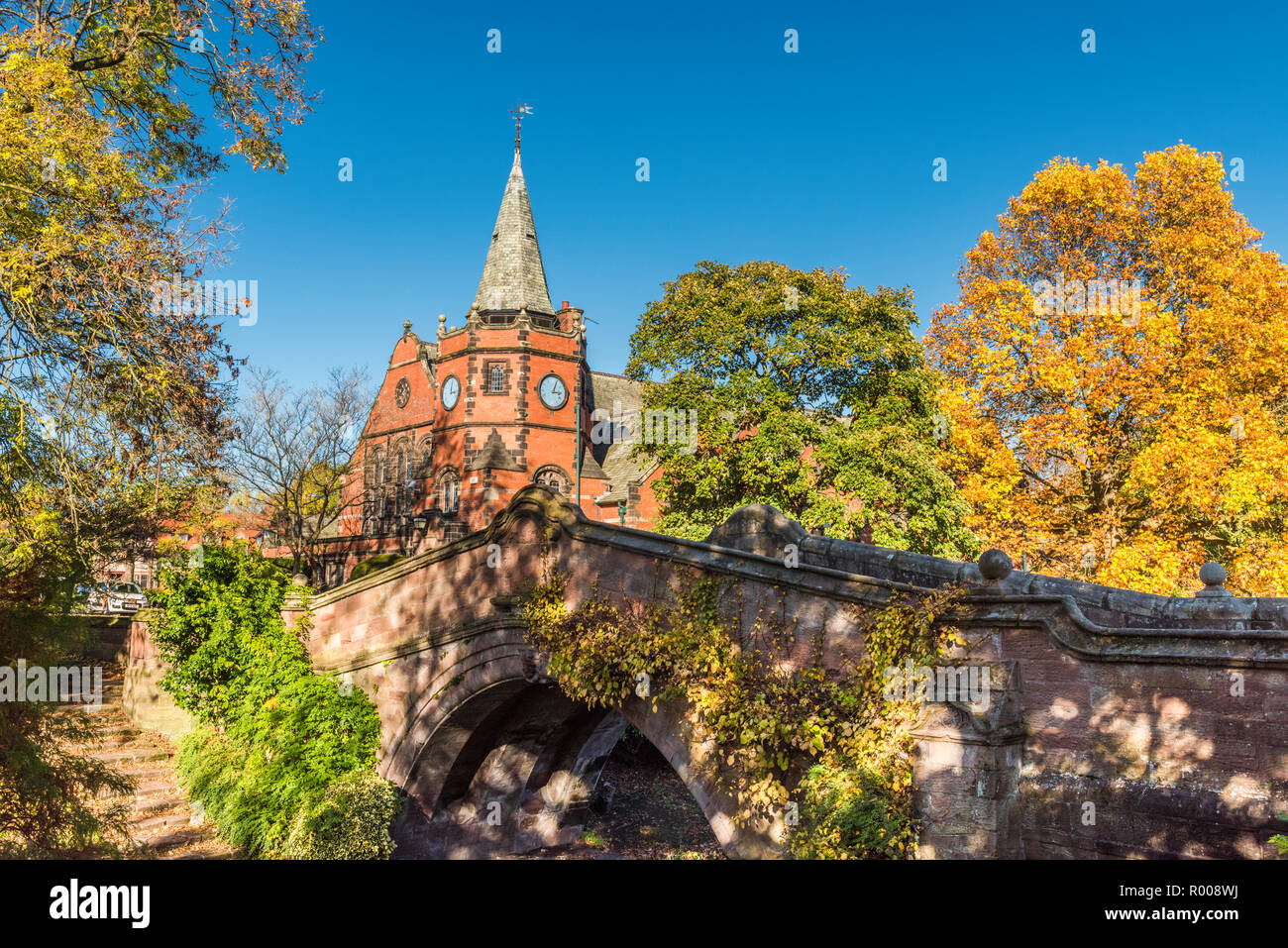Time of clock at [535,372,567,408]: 3:04
